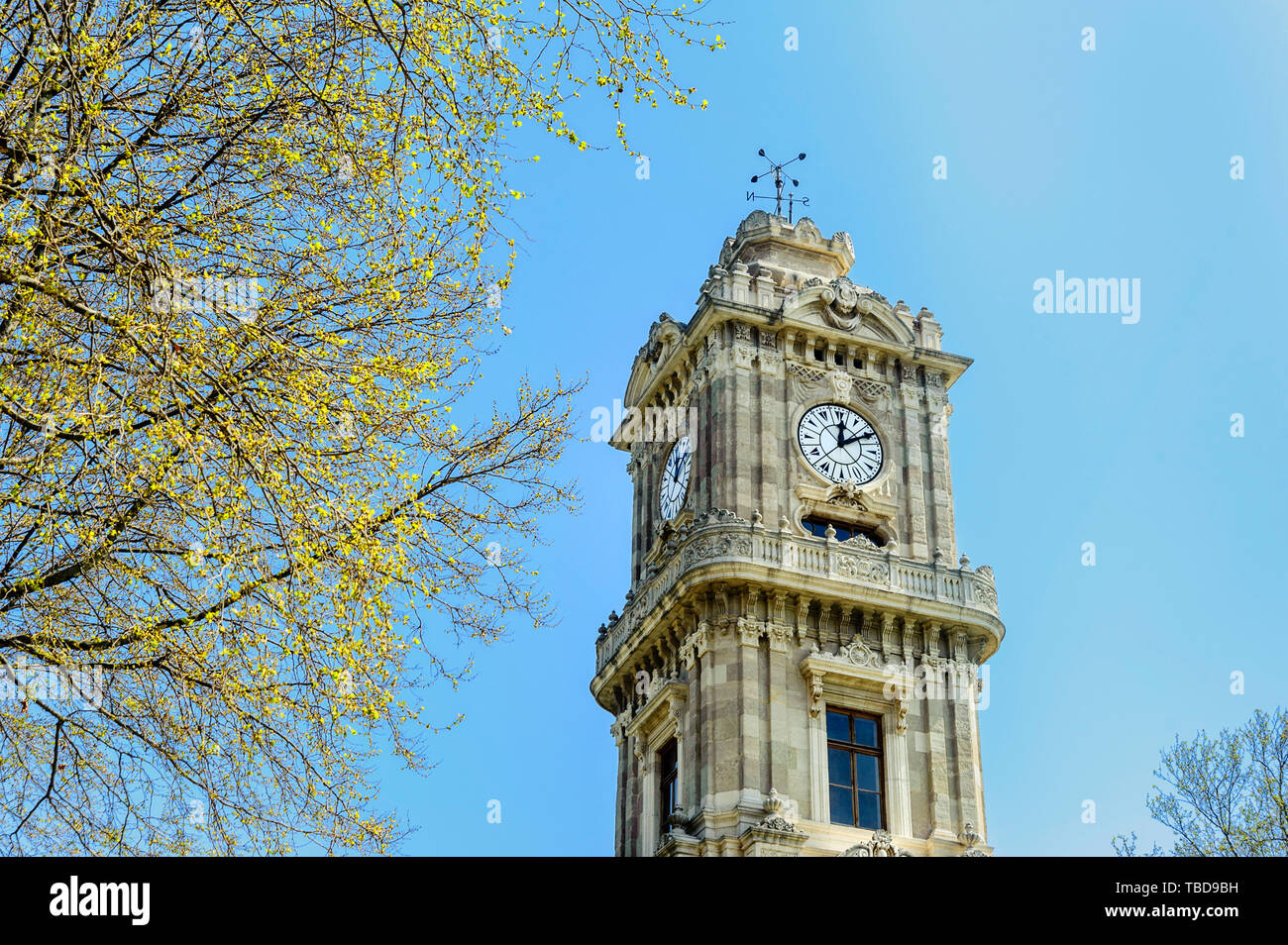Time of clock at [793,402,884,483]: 12:10
